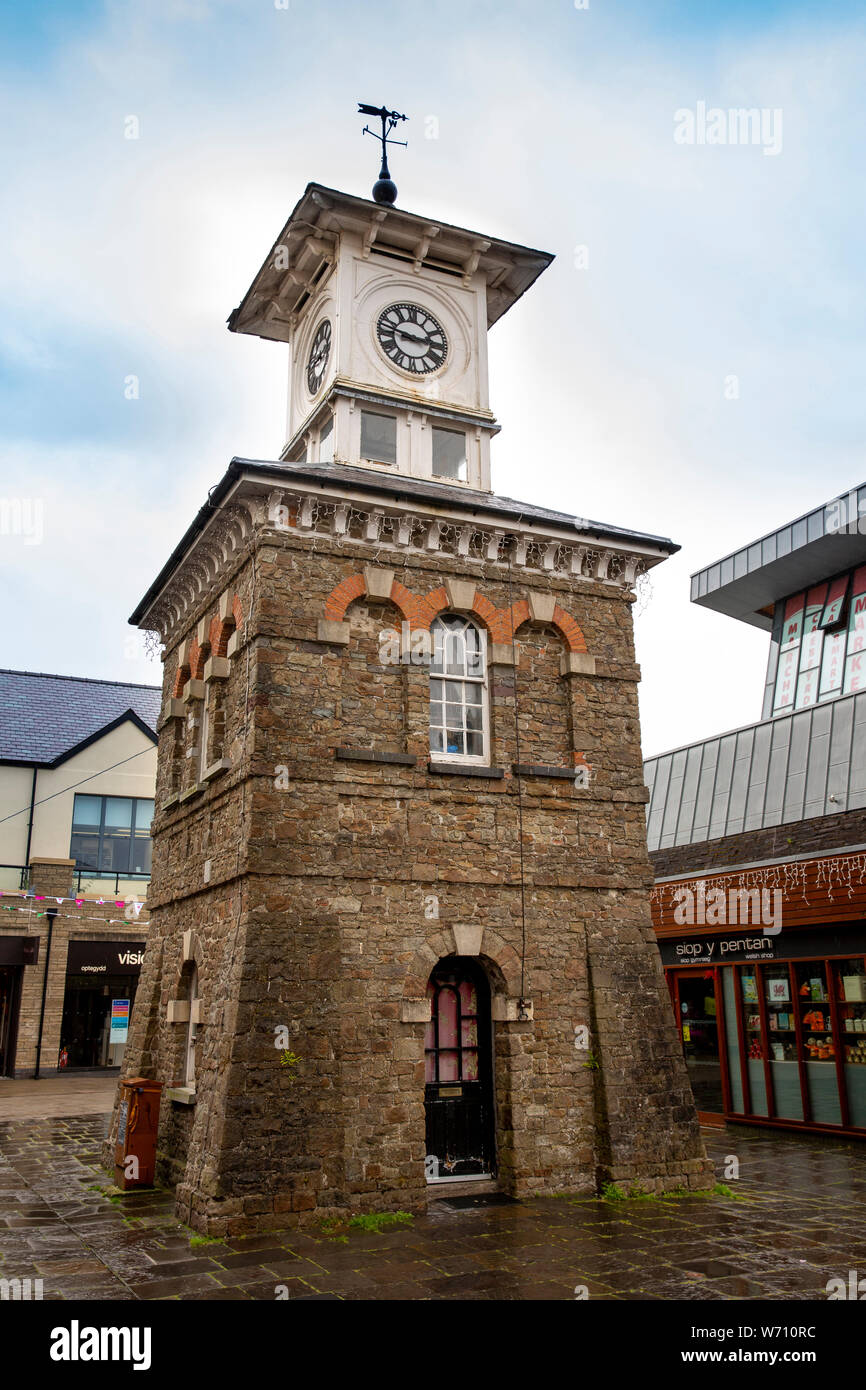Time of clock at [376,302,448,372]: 2:46
